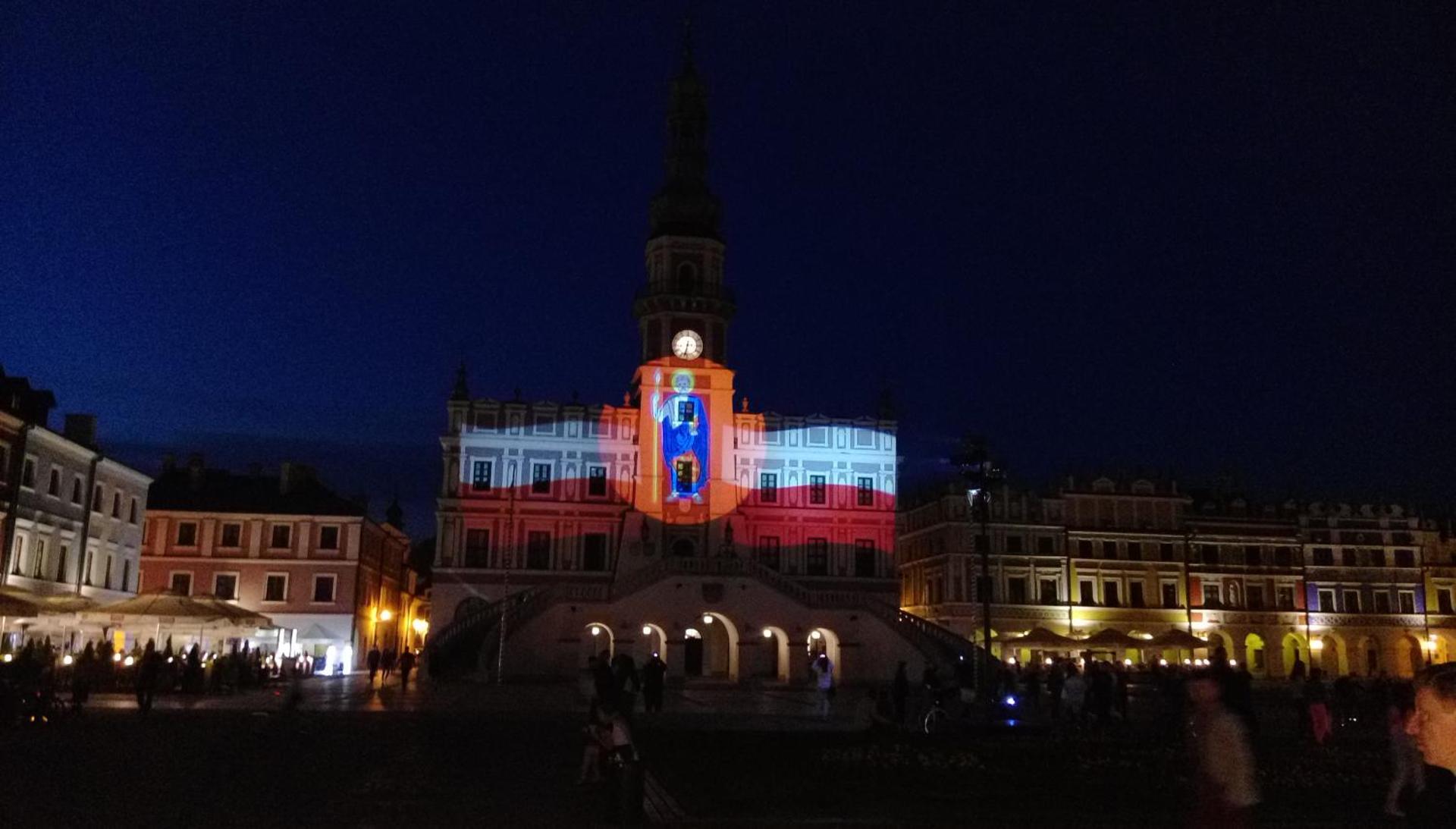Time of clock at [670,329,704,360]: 6:32
